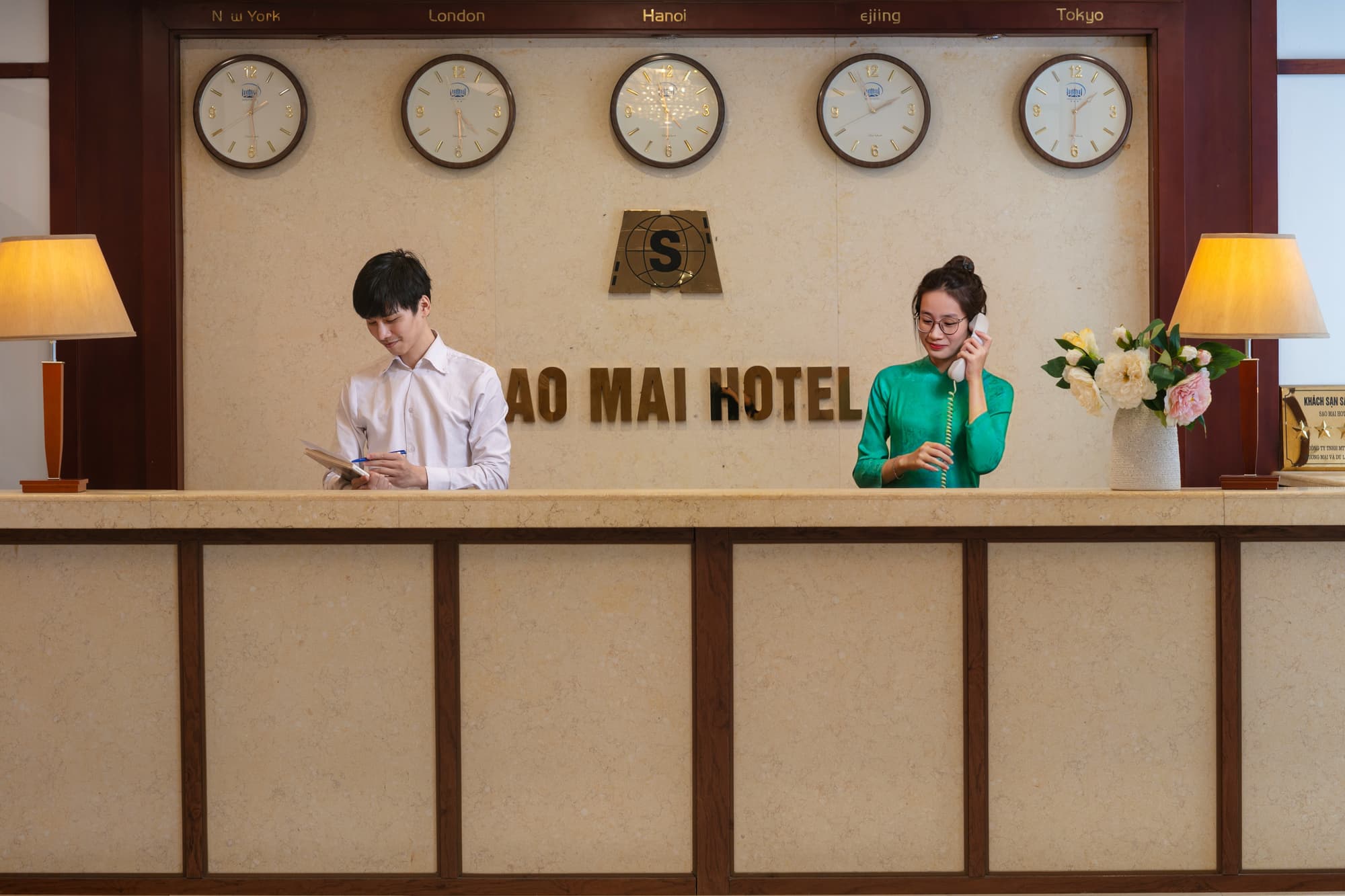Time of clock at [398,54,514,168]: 4:29
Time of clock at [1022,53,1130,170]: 1:30
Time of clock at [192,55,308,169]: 12:29
